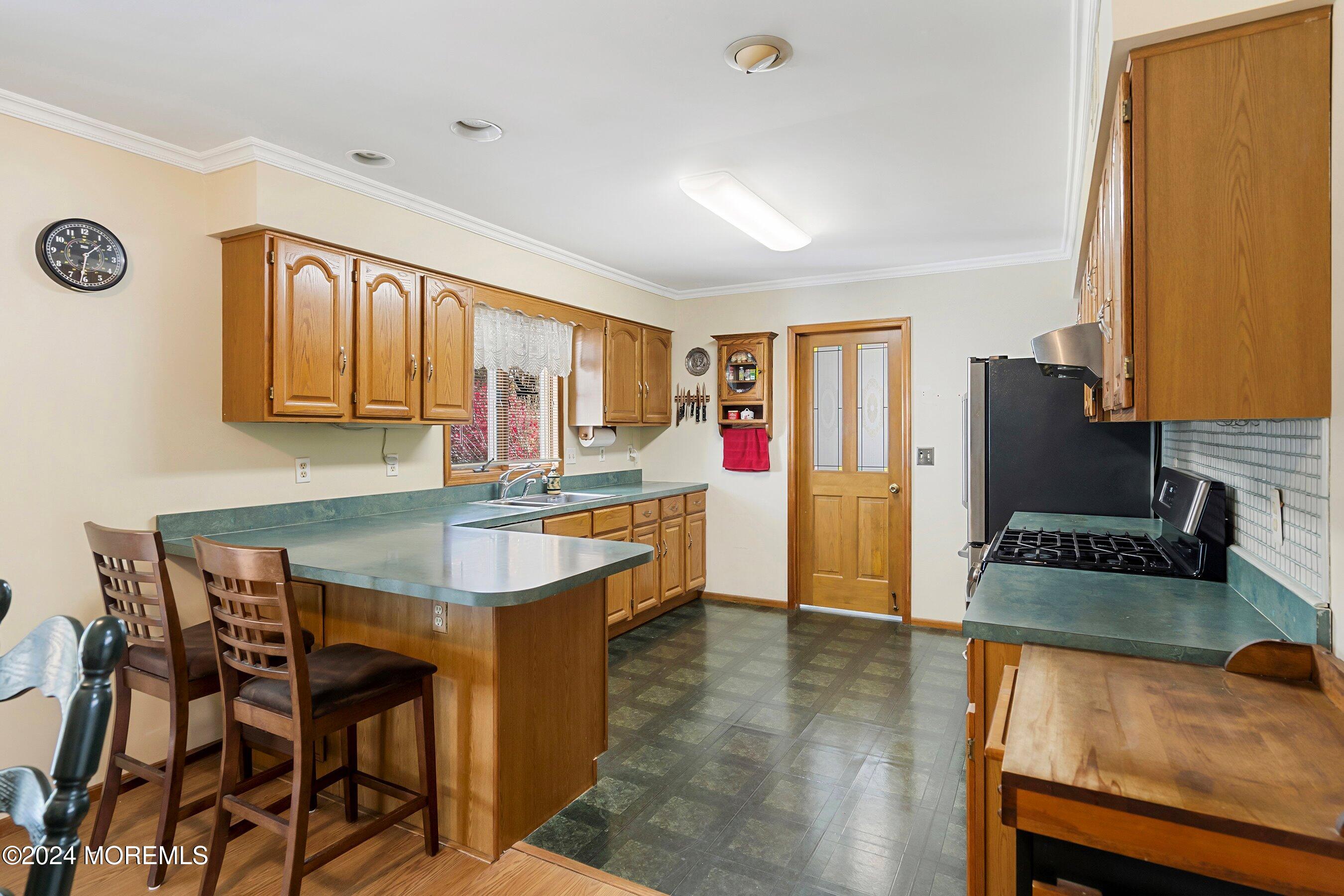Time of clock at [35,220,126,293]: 1:31
